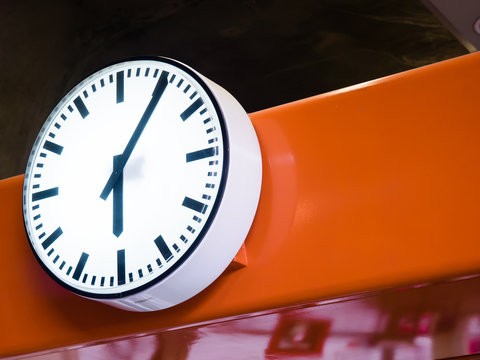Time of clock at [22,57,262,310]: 6:05
